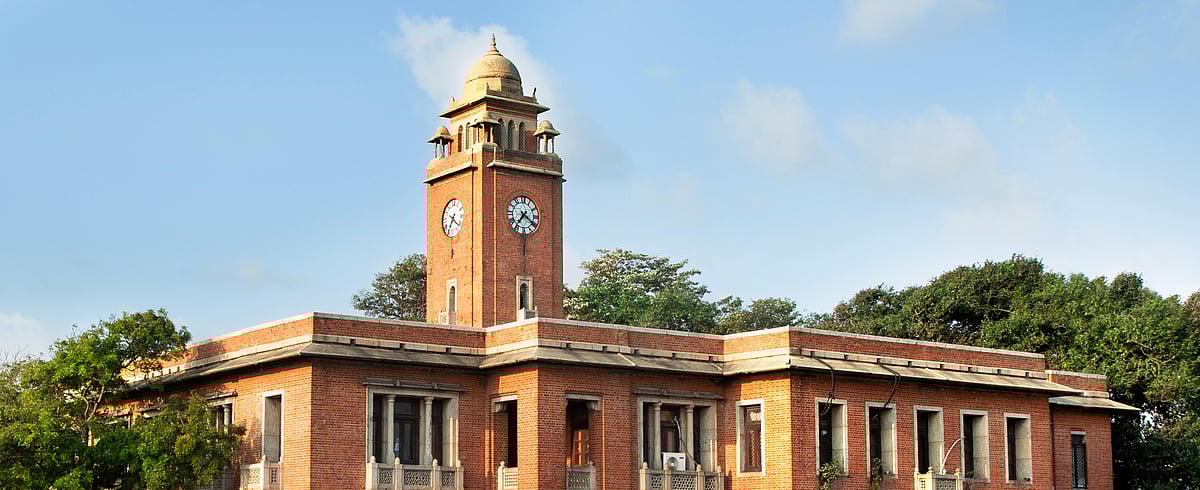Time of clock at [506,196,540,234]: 7:20
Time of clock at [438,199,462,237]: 4:35
